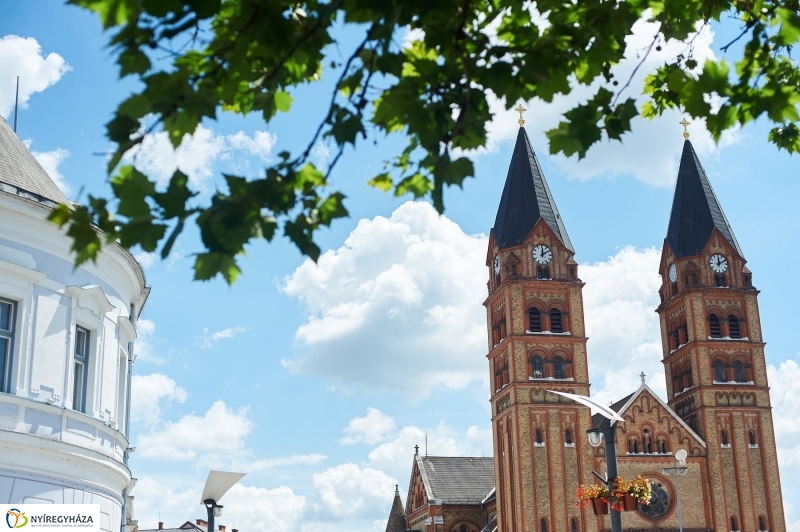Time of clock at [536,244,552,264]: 12:09
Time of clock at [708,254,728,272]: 12:10
